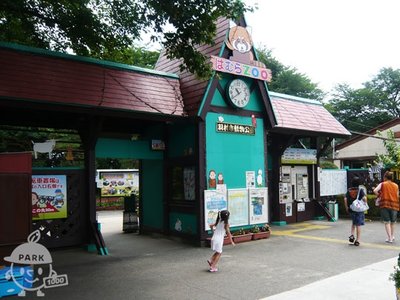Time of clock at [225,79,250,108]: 10:39
